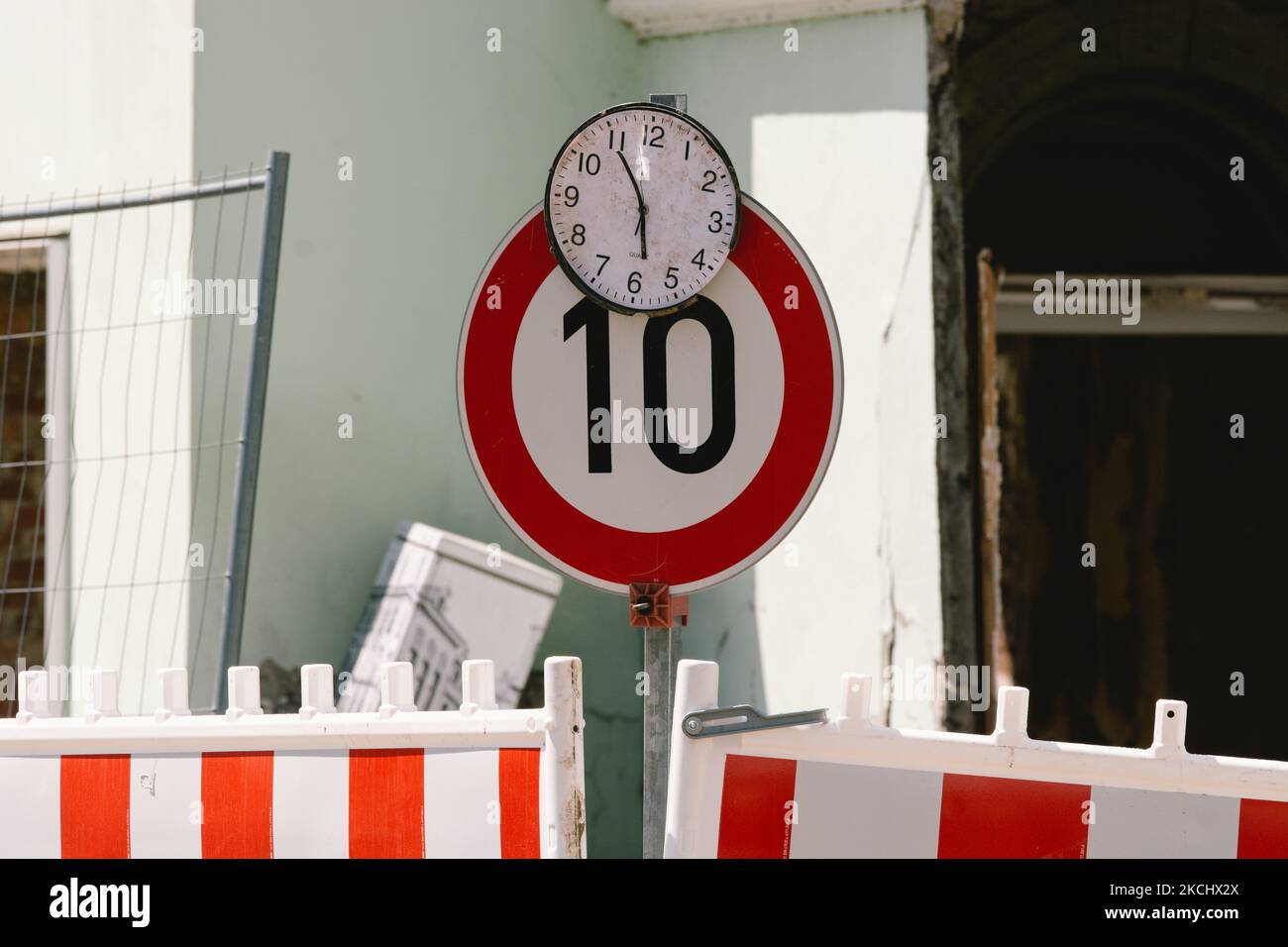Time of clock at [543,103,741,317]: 5:54
